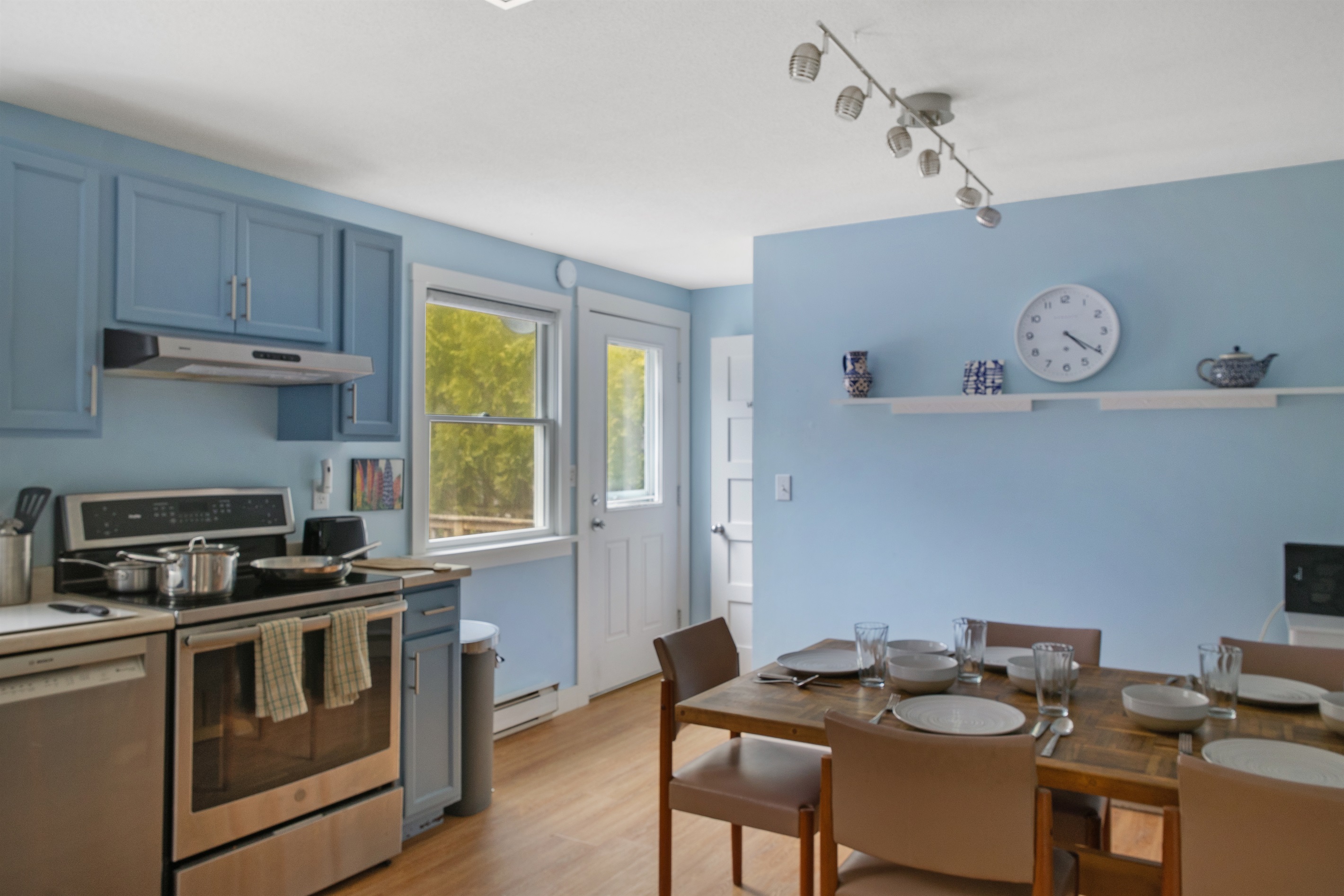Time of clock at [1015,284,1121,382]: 4:20
